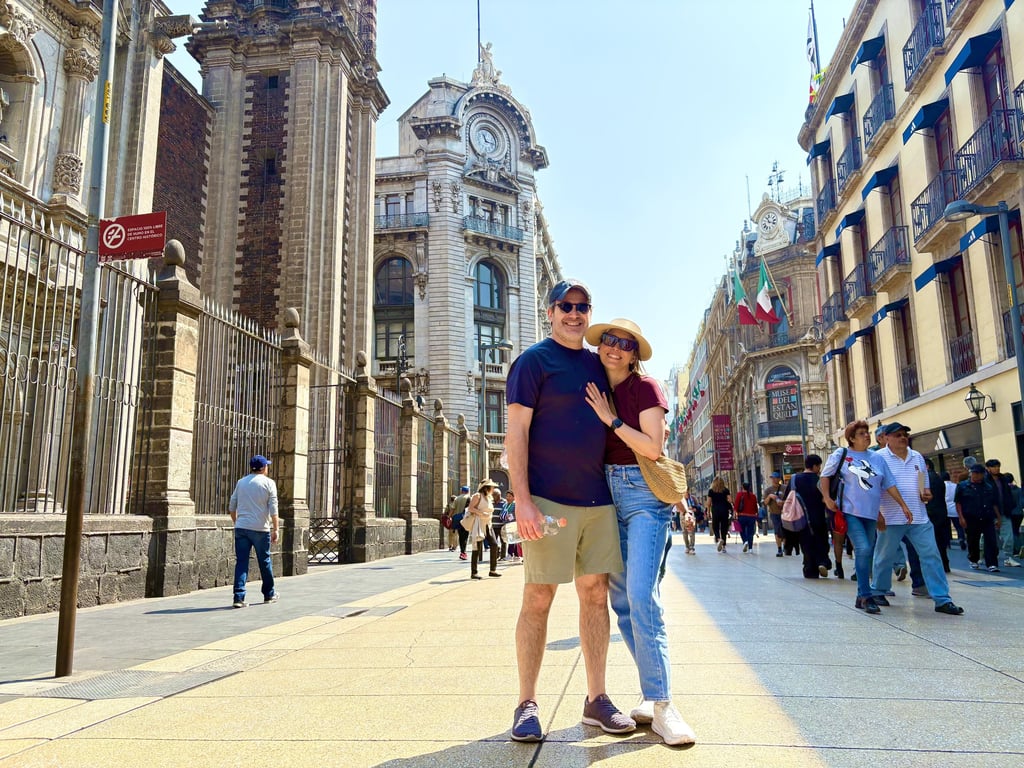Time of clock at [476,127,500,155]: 11:17
